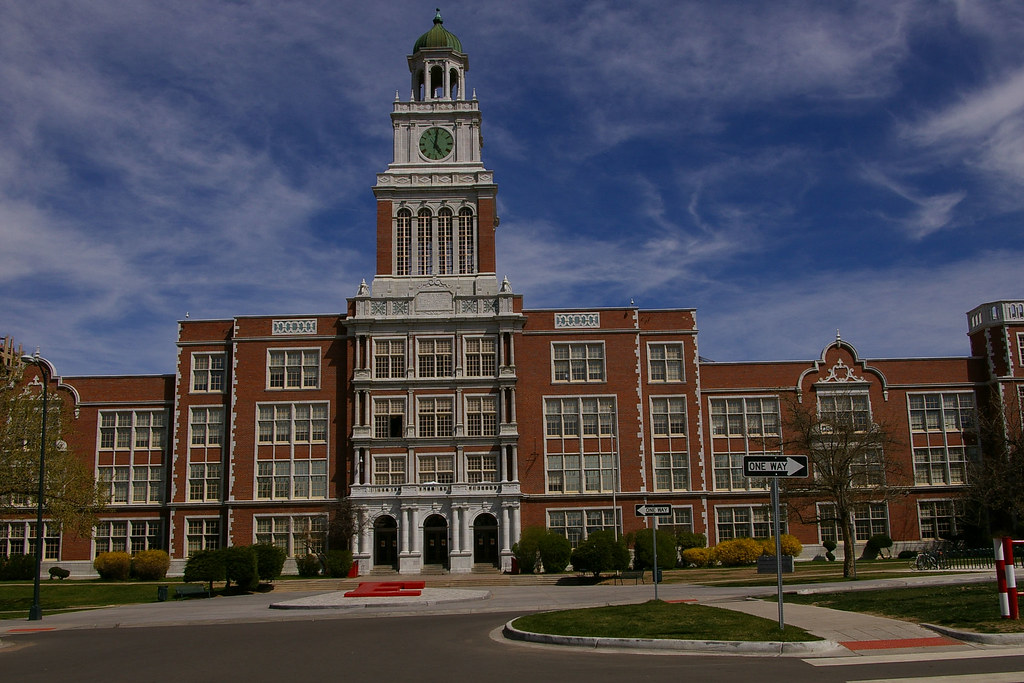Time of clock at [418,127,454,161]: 5:01
